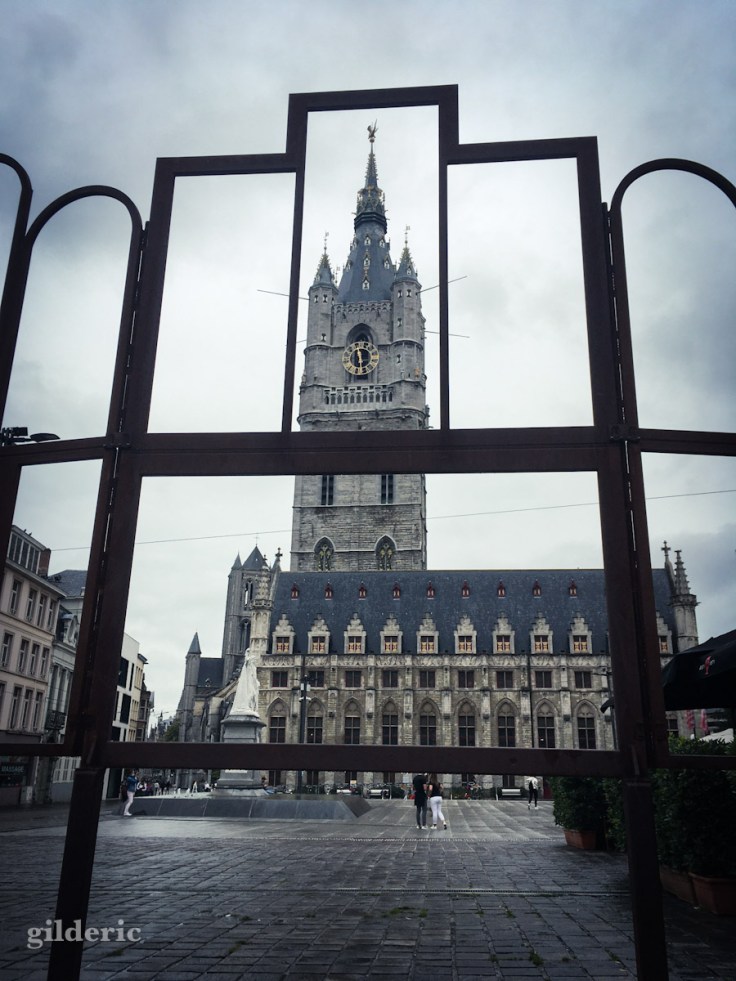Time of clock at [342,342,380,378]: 11:28
